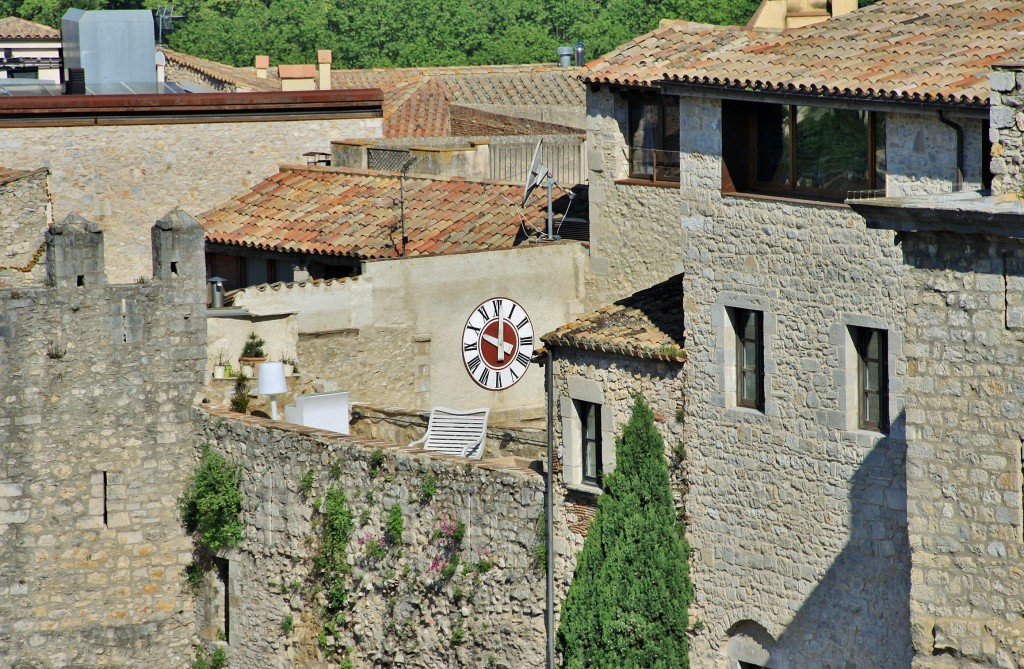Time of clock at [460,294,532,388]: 10:00
